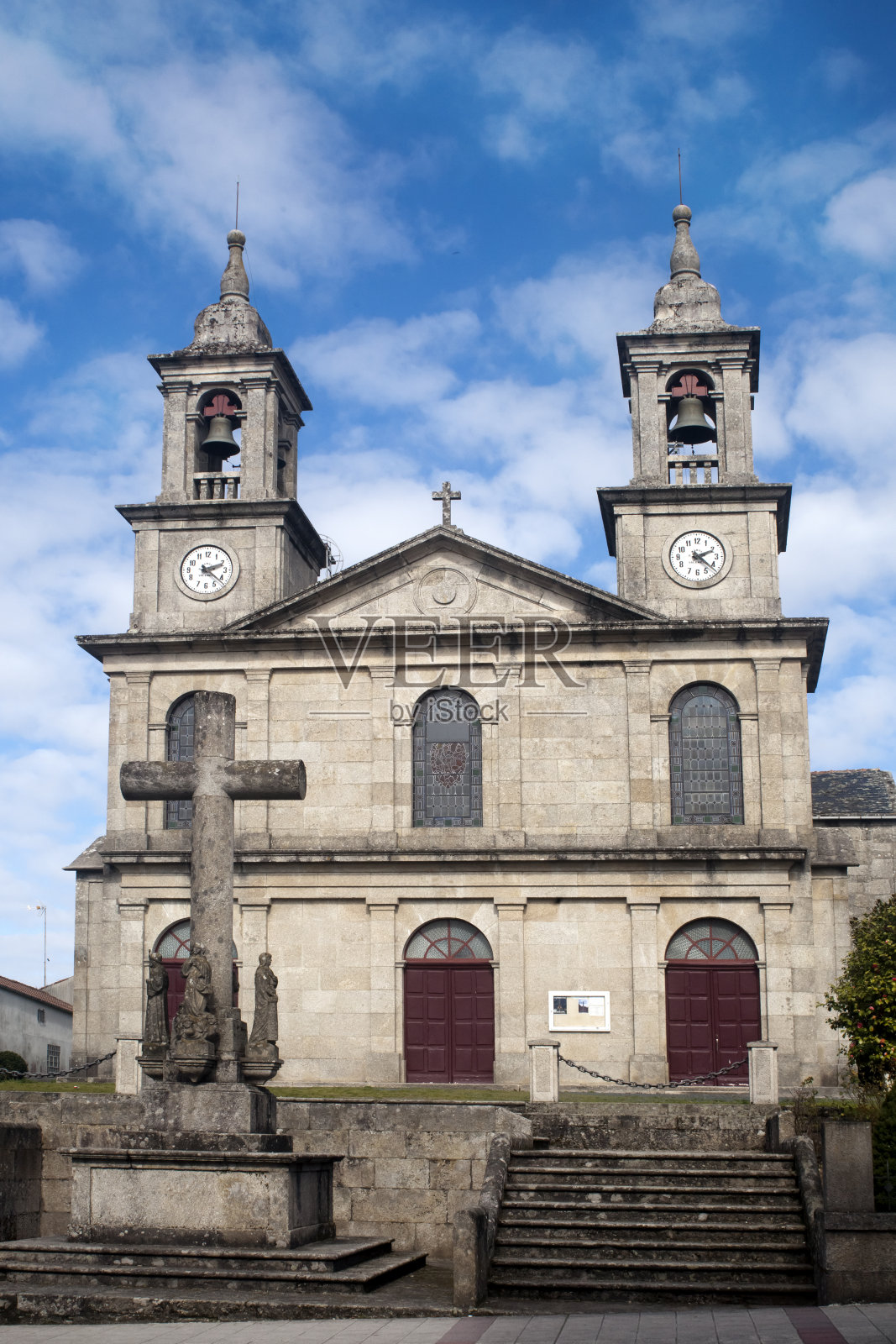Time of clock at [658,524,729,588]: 2:21
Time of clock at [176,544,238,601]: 2:21
